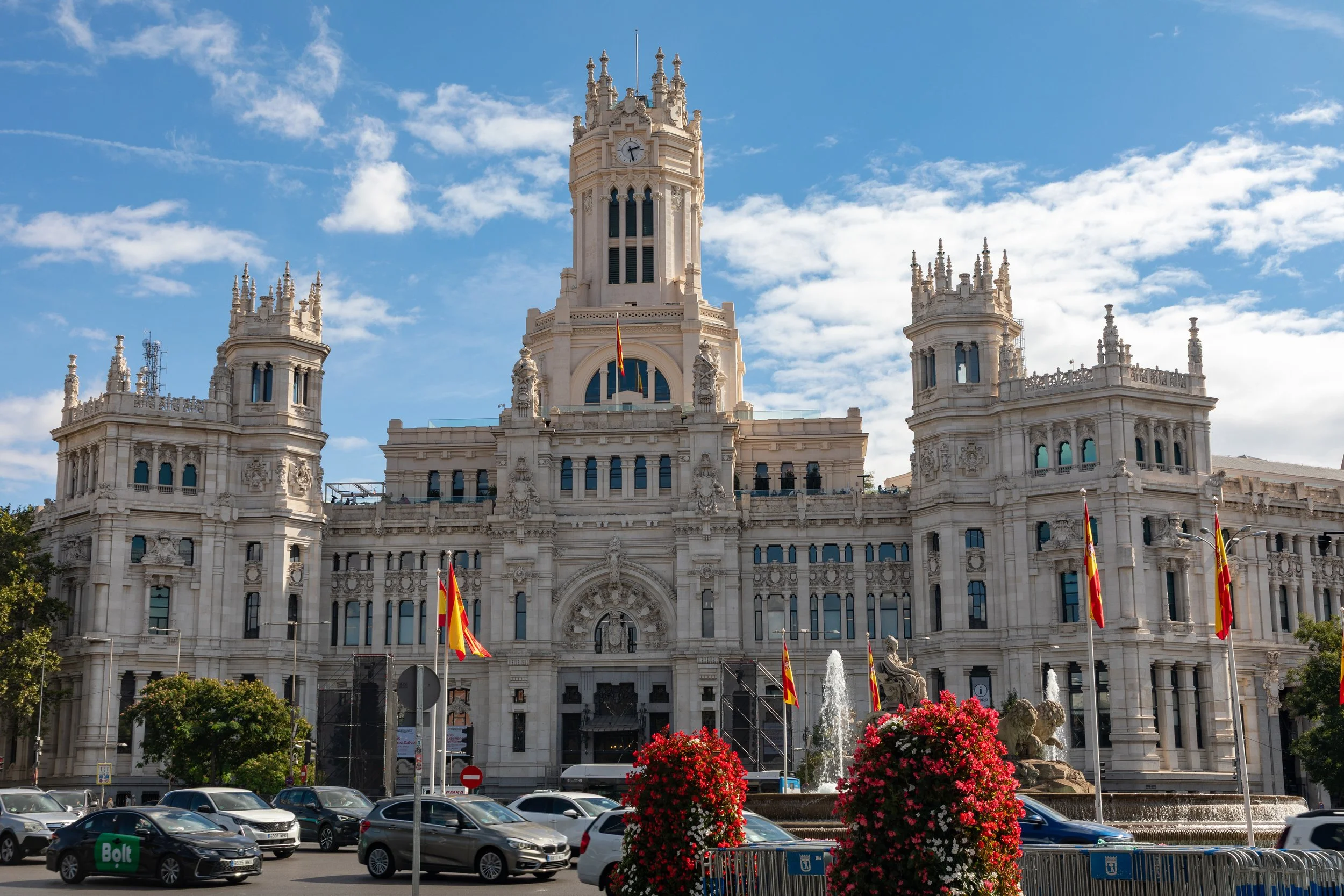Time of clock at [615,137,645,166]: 2:27
